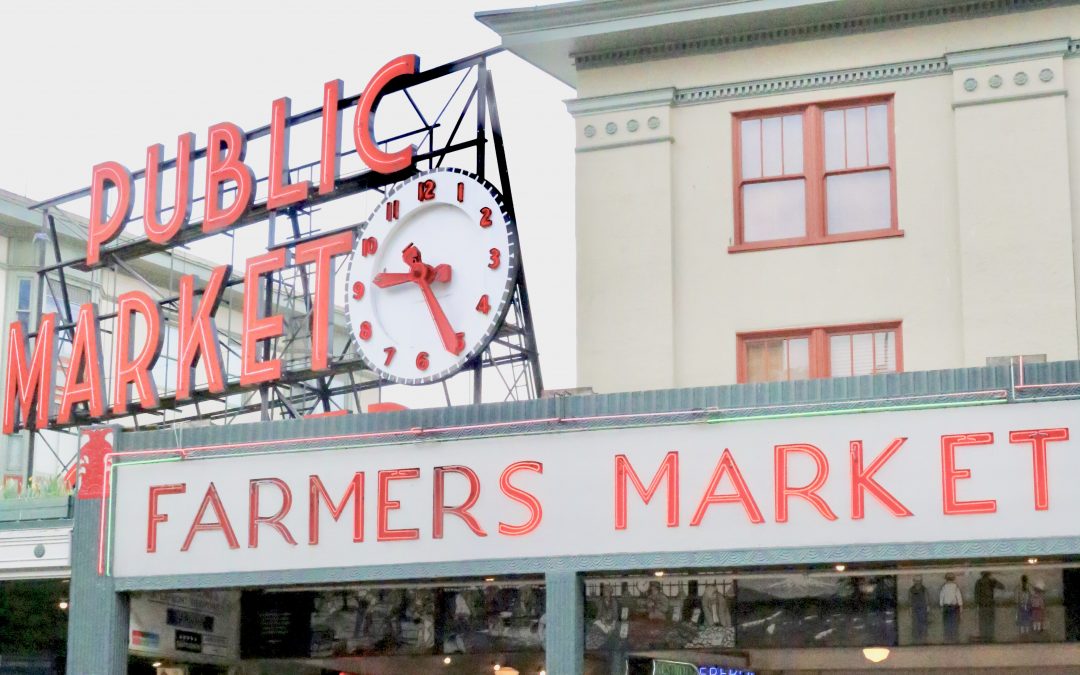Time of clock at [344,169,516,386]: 9:25
